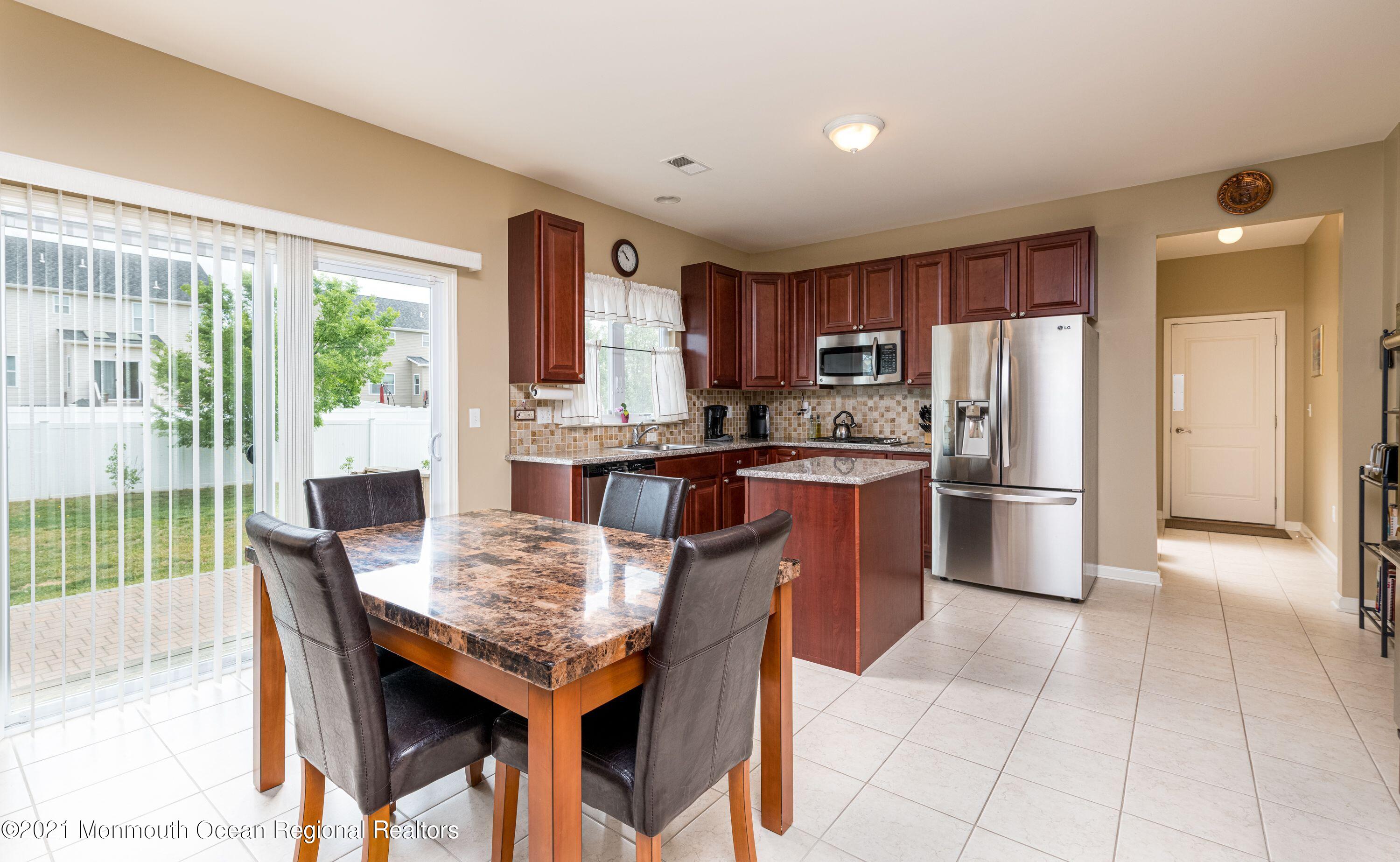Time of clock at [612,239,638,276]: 3:52
